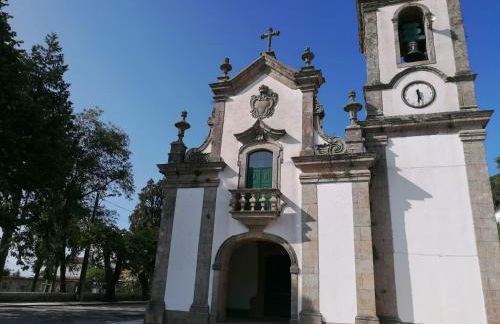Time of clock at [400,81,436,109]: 5:30
